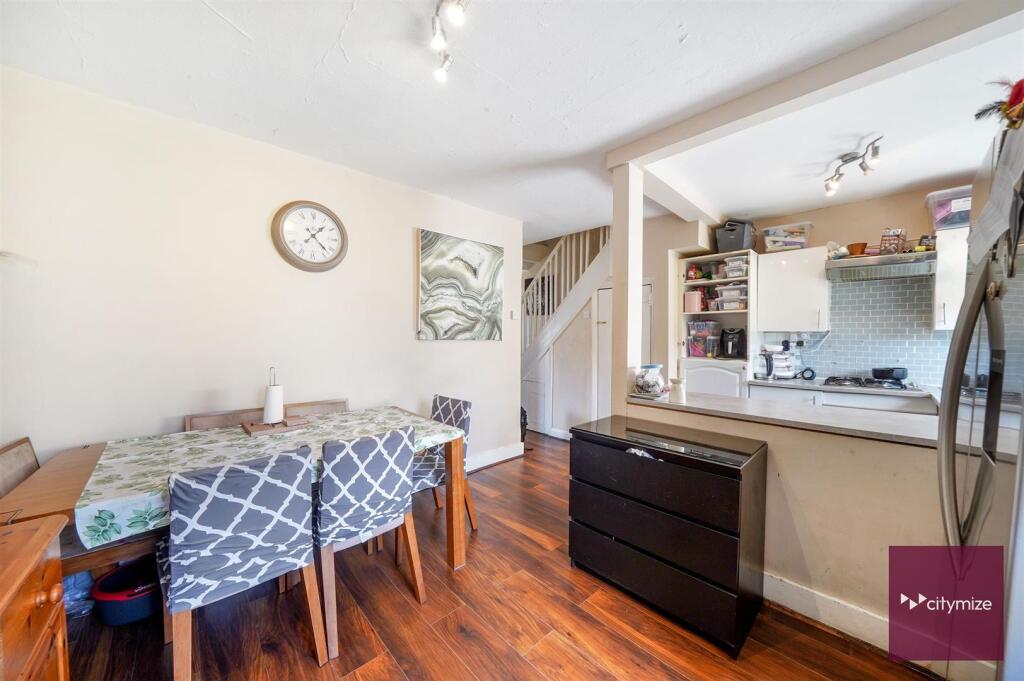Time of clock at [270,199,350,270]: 1:22
